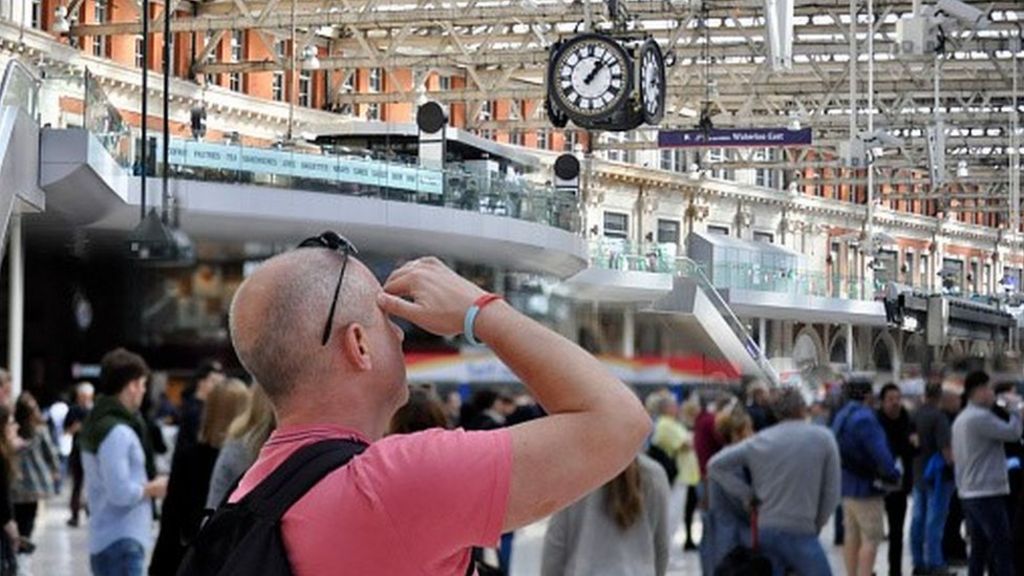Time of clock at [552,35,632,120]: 1:08
